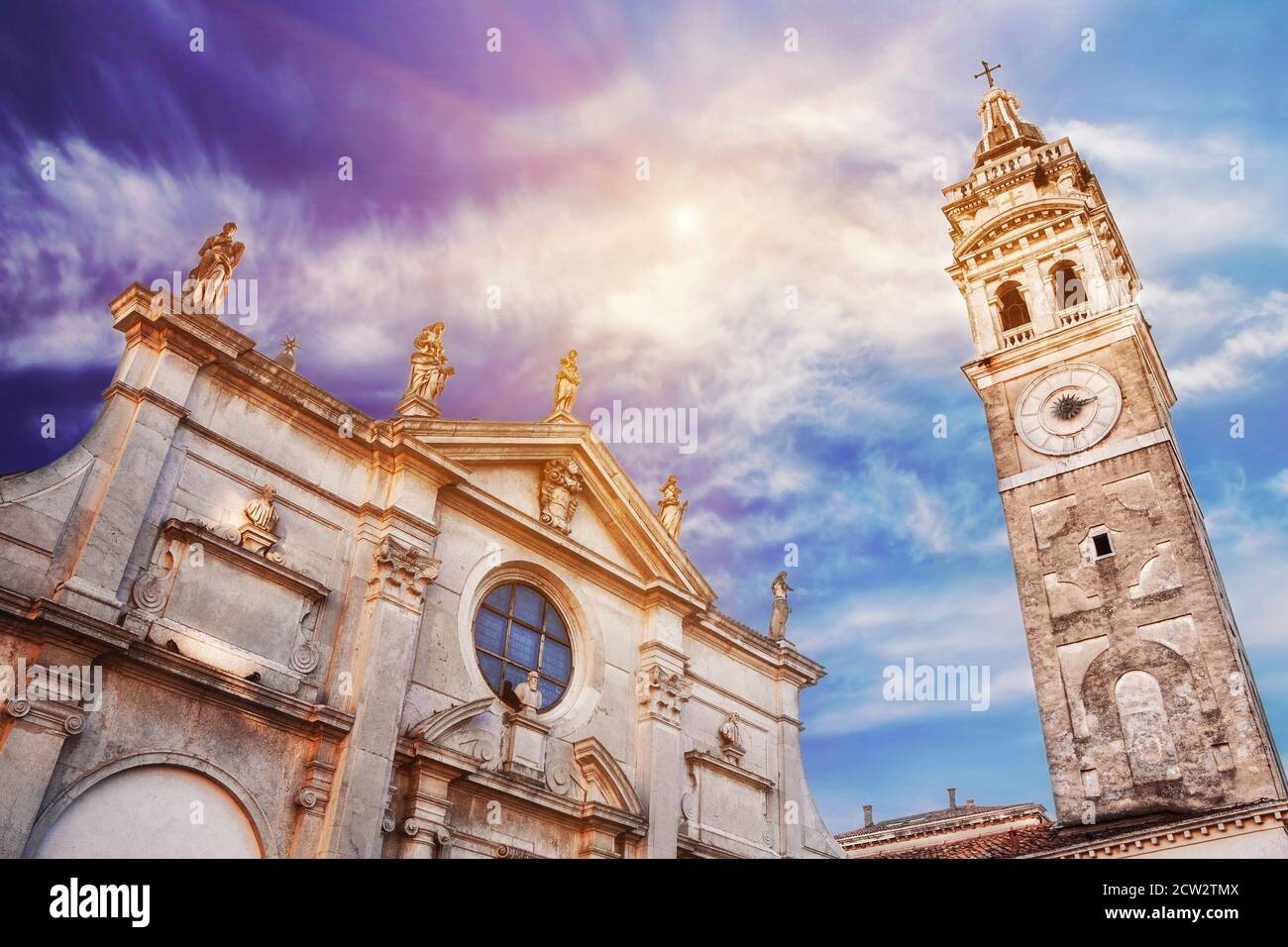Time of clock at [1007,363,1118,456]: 11:12
